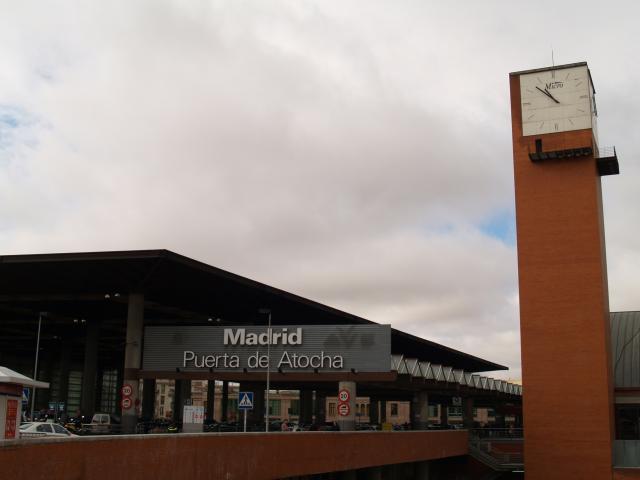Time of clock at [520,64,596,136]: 10:52
